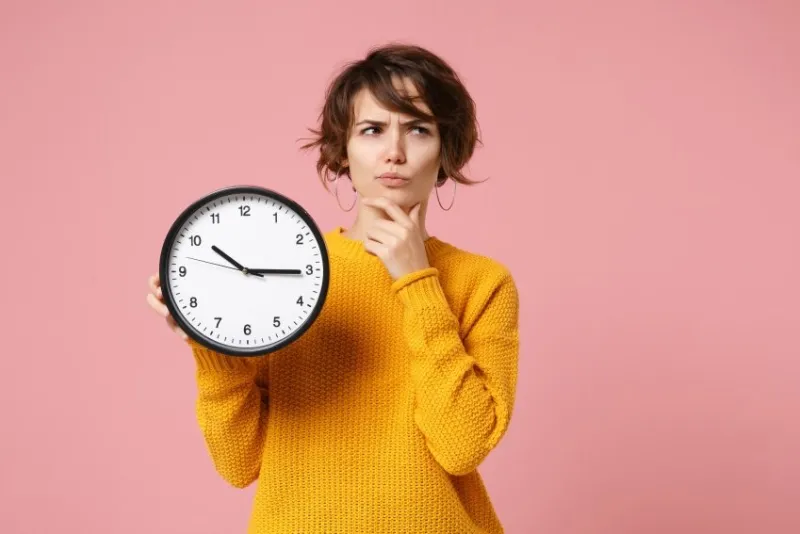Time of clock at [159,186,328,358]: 10:15
